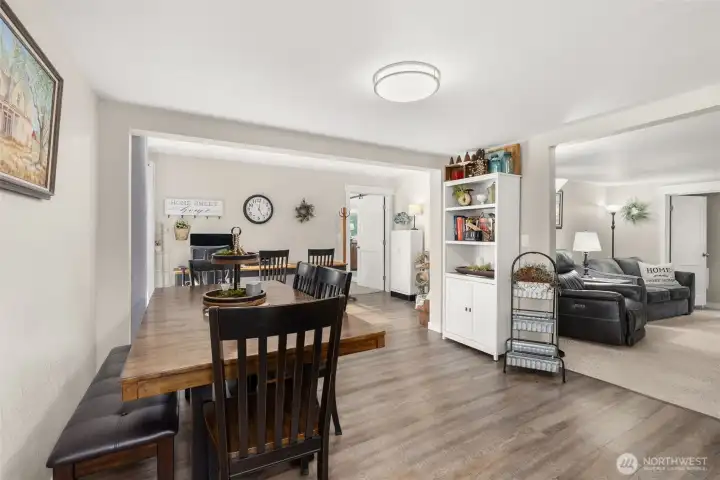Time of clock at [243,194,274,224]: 5:00
